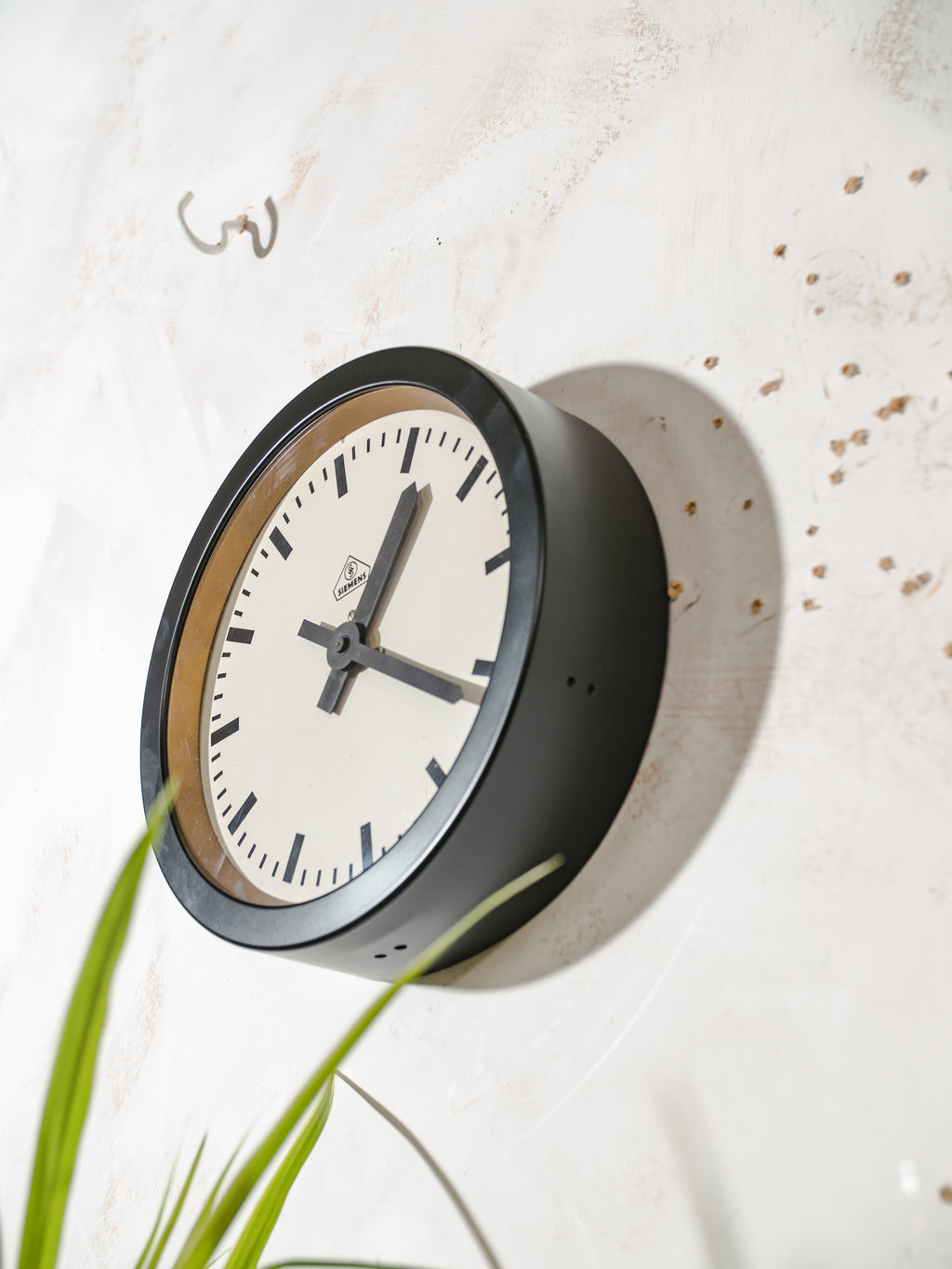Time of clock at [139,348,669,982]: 12:16
